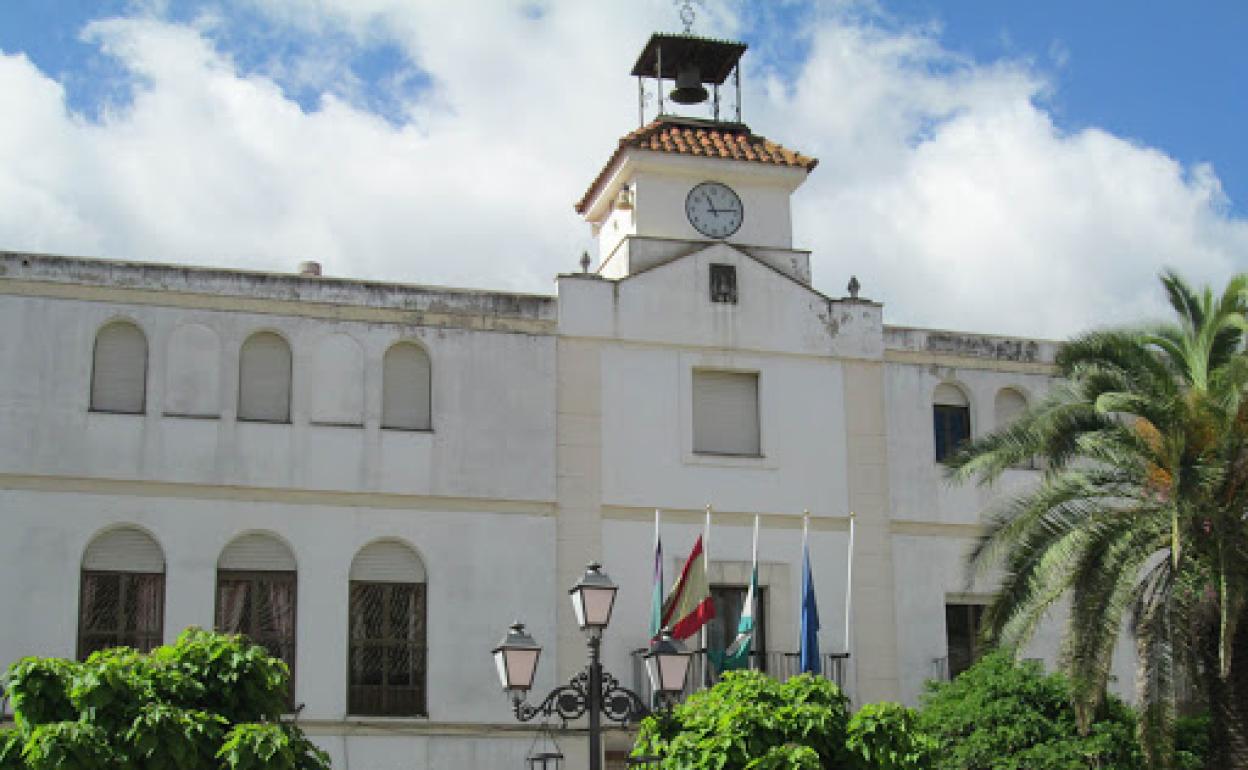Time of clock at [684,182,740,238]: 11:13
